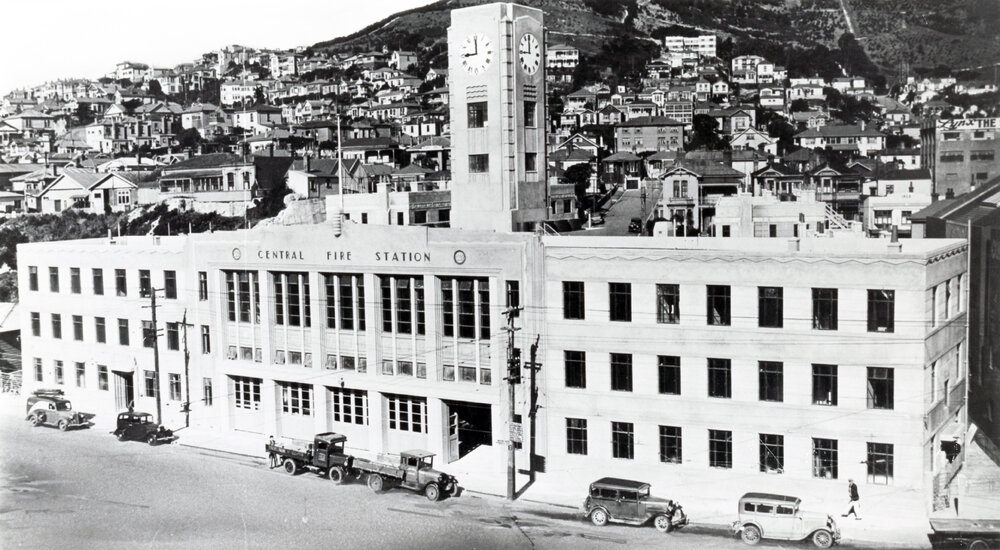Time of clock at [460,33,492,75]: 8:59
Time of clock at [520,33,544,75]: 11:44
